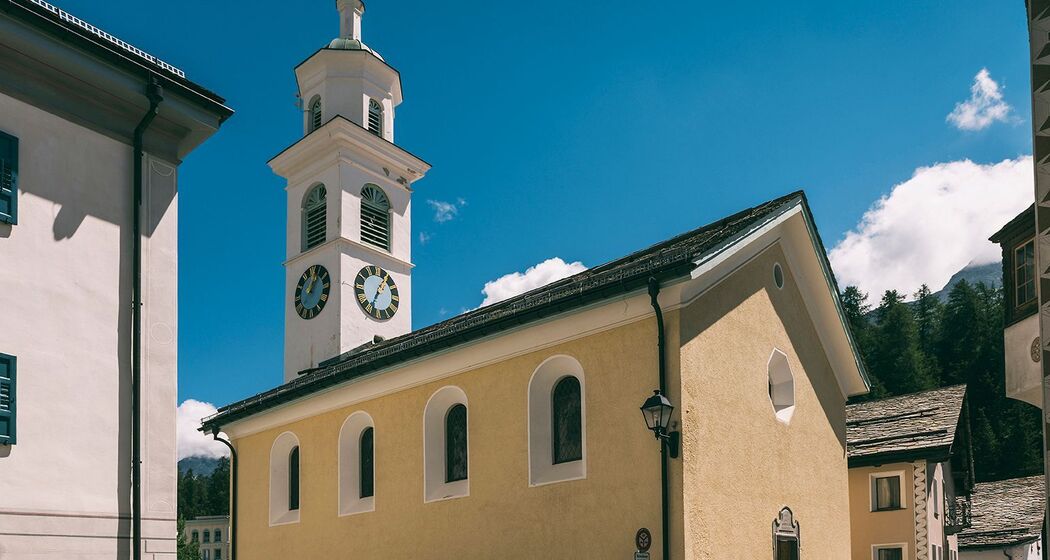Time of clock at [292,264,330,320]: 1:02
